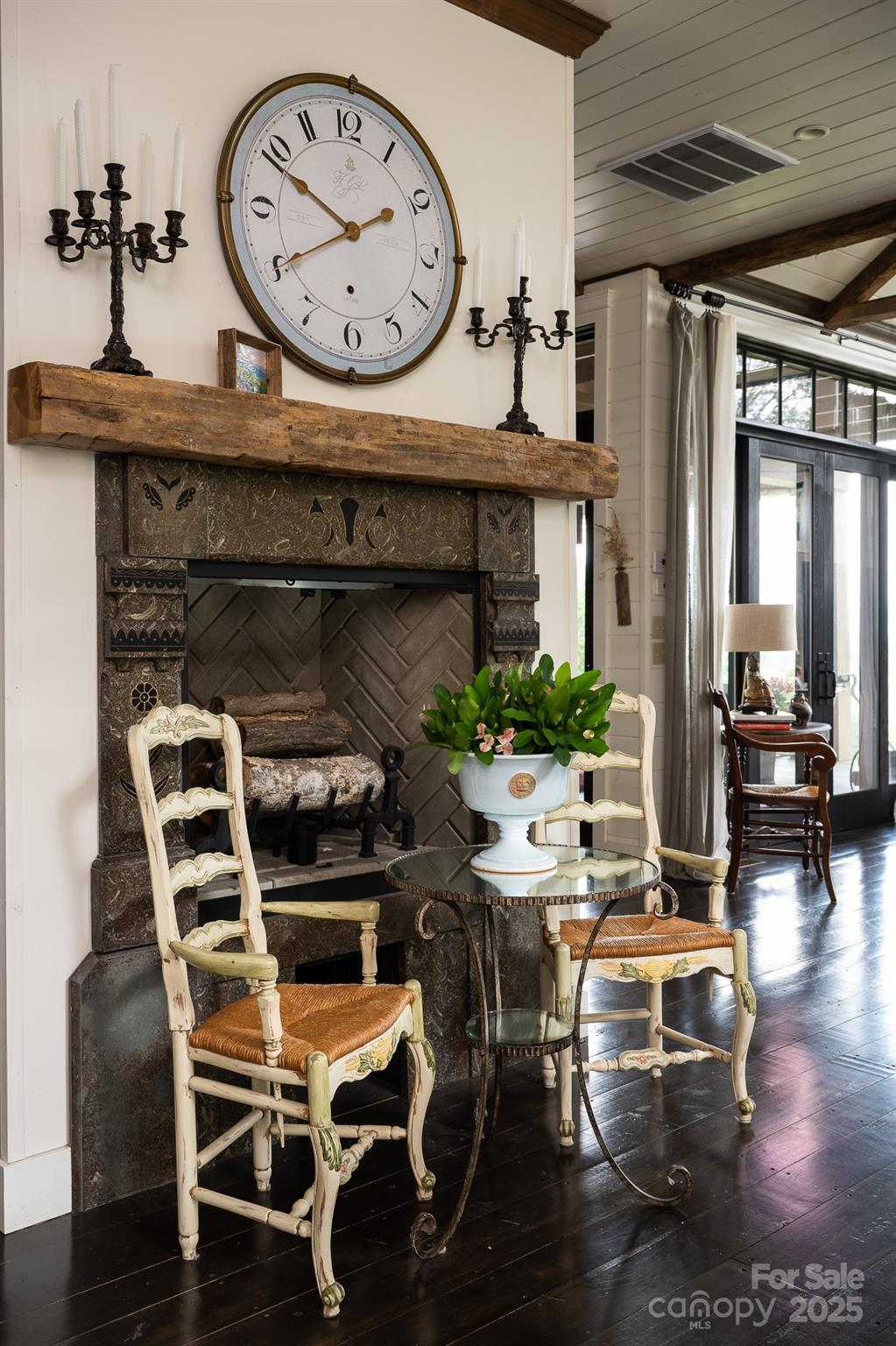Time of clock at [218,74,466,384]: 1:49
